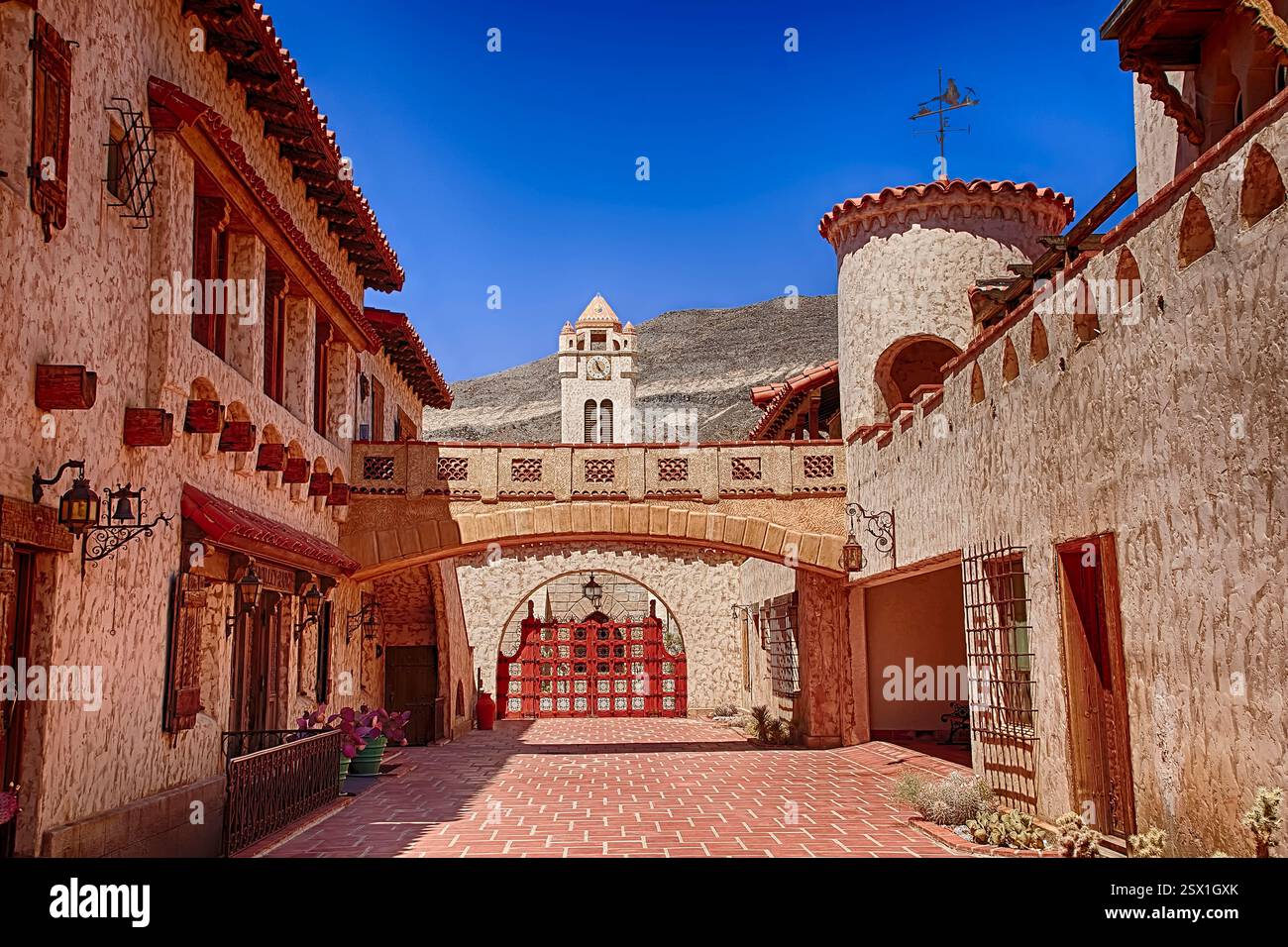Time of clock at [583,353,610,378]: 11:23
